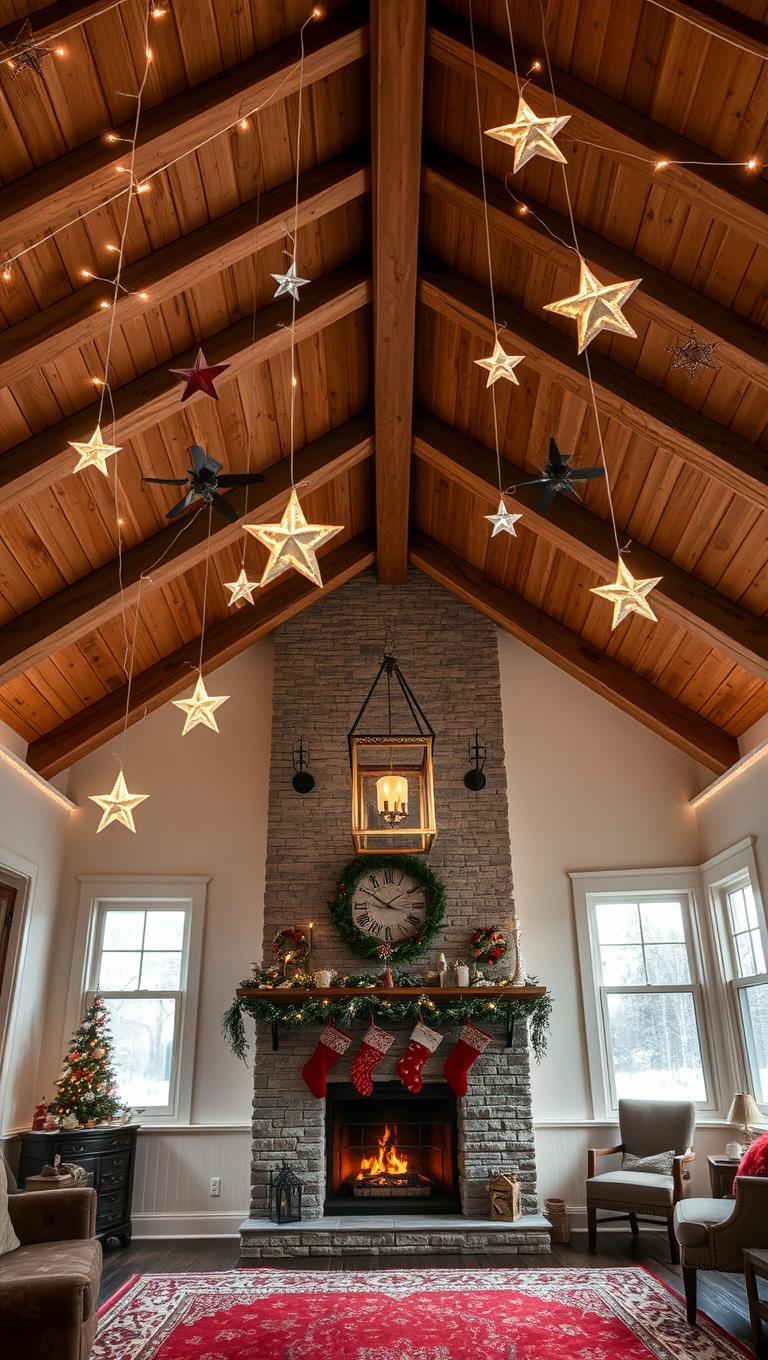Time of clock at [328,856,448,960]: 1:50
